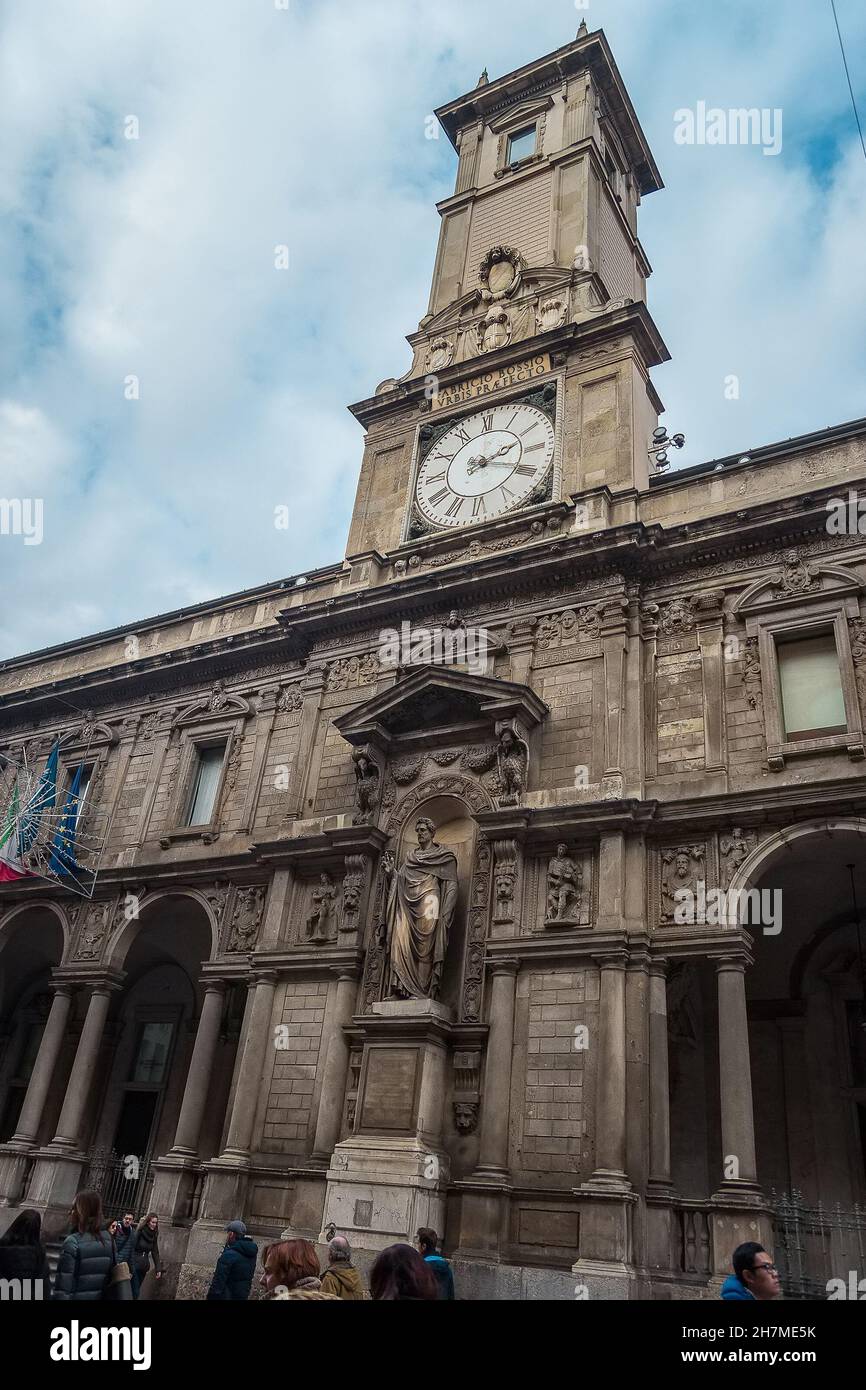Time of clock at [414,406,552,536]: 2:18
